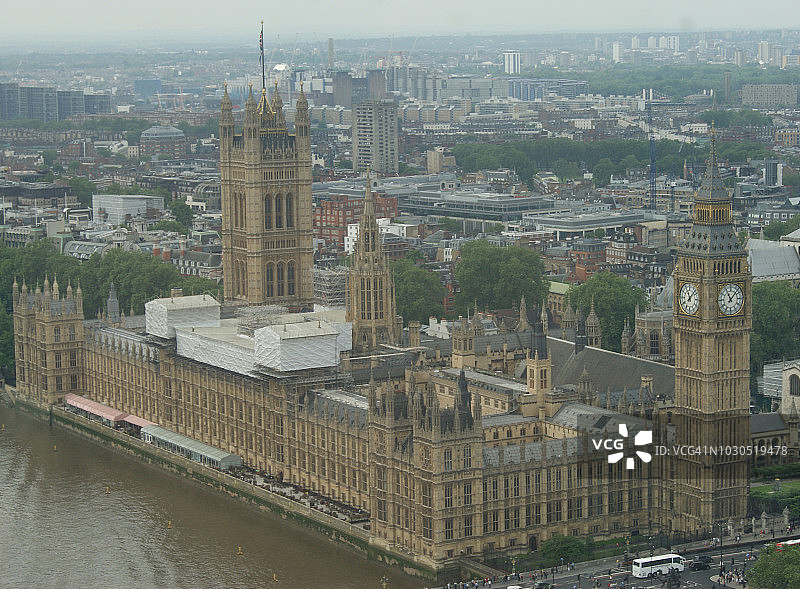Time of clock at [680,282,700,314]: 11:07
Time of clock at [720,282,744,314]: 11:07
